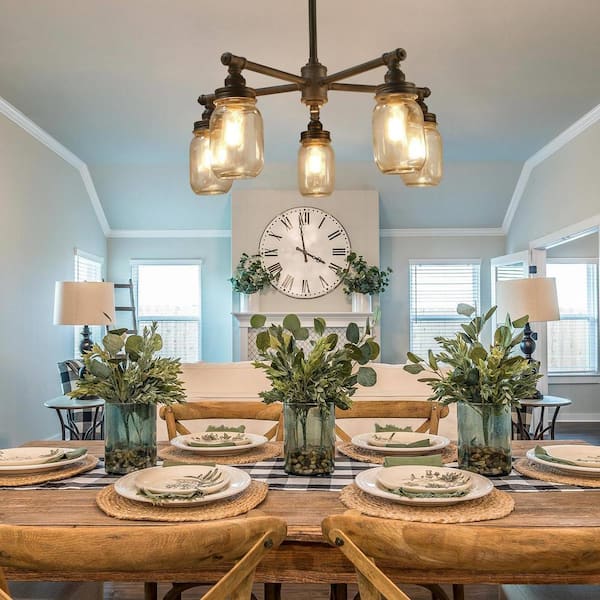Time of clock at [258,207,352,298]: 3:58
